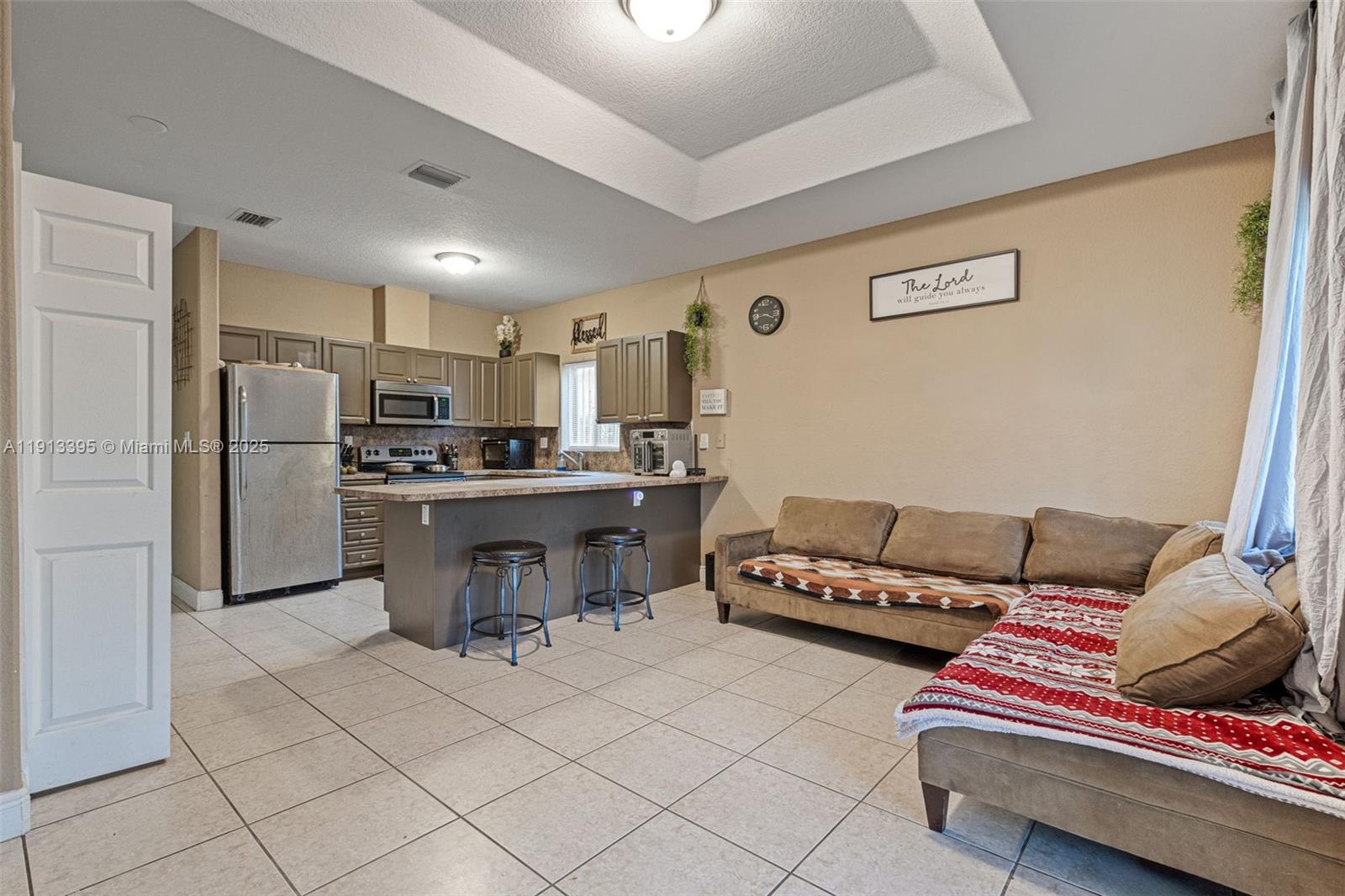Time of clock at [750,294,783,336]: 3:43
